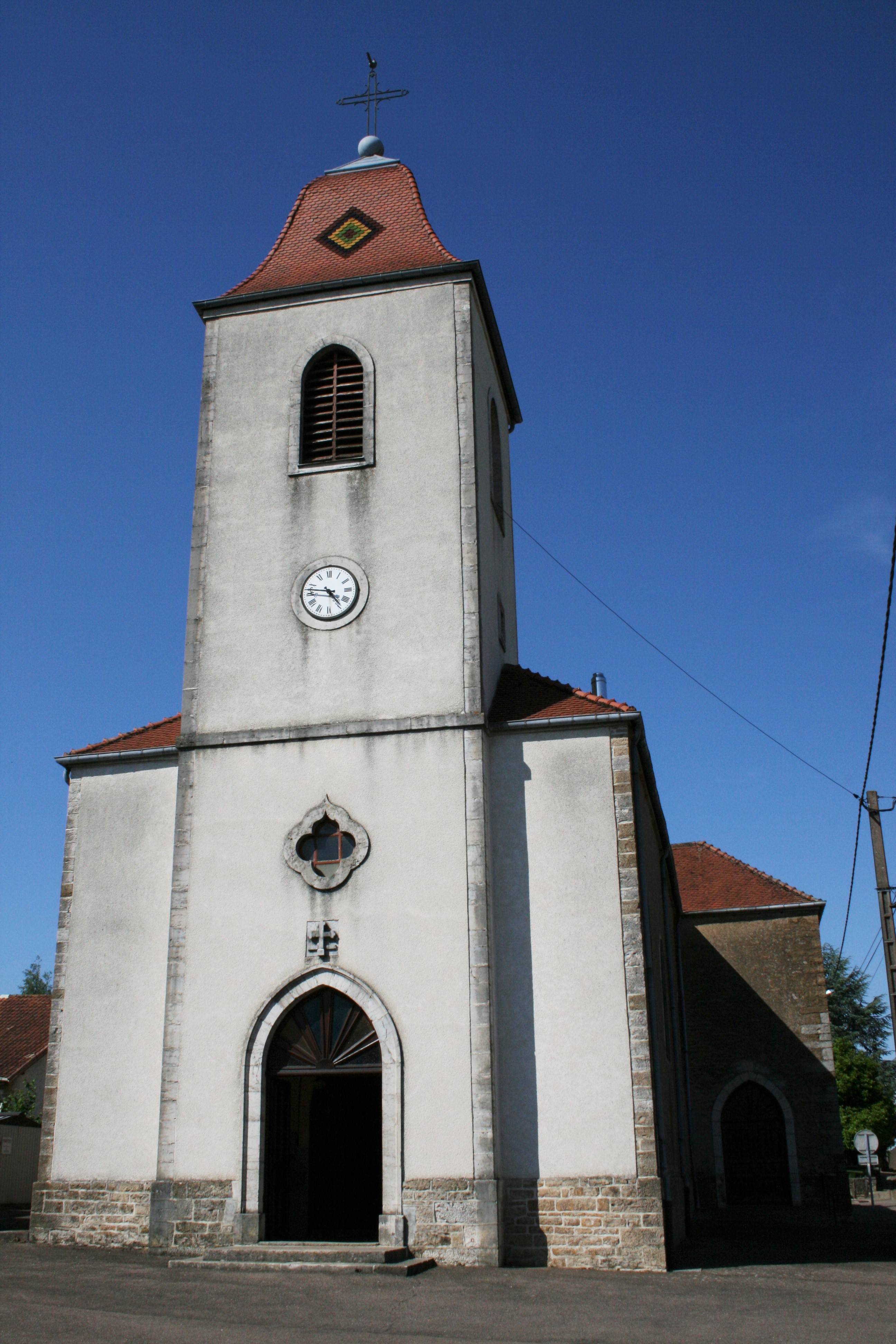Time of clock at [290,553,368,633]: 4:46
